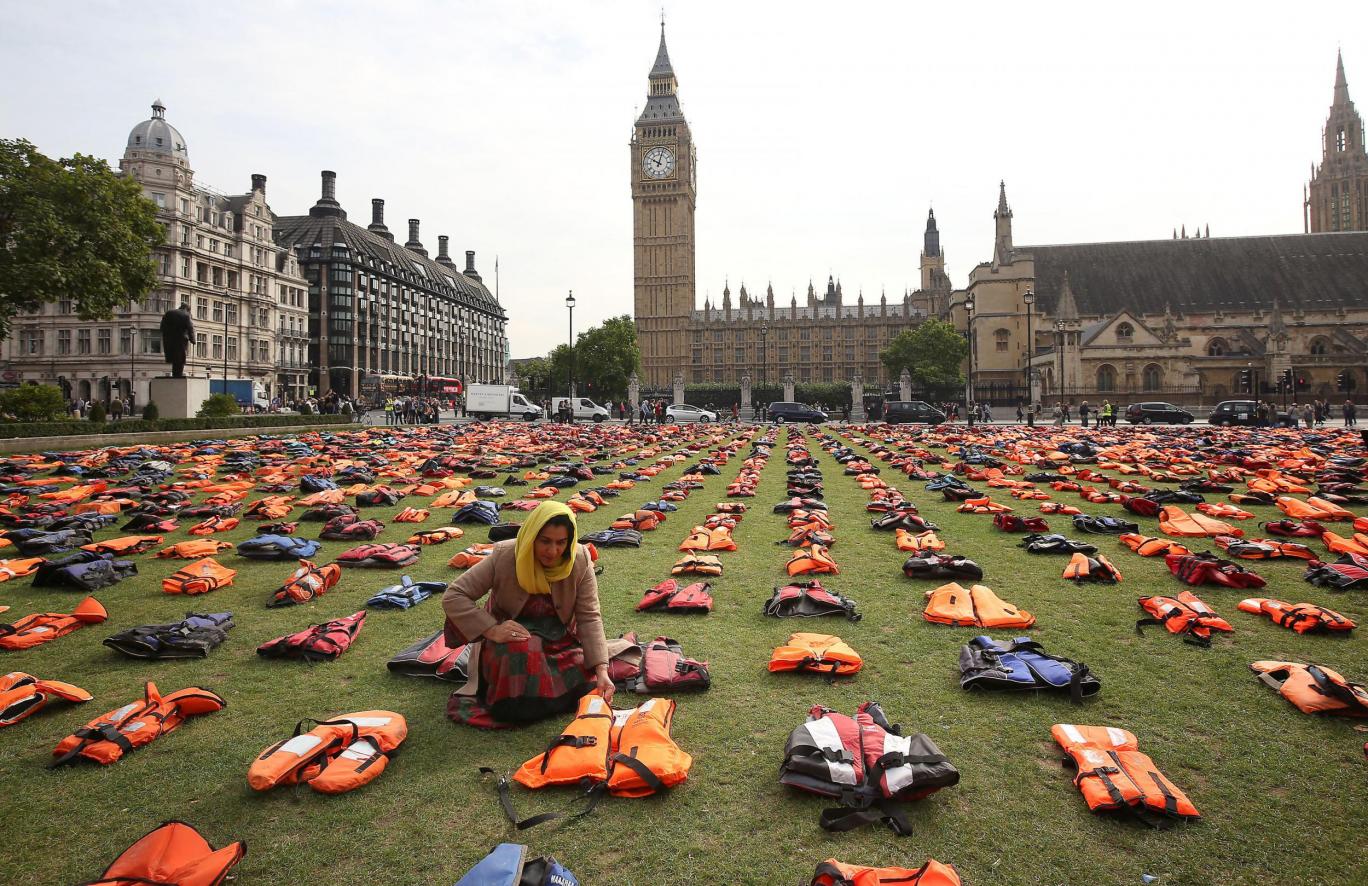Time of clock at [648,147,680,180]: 10:02
